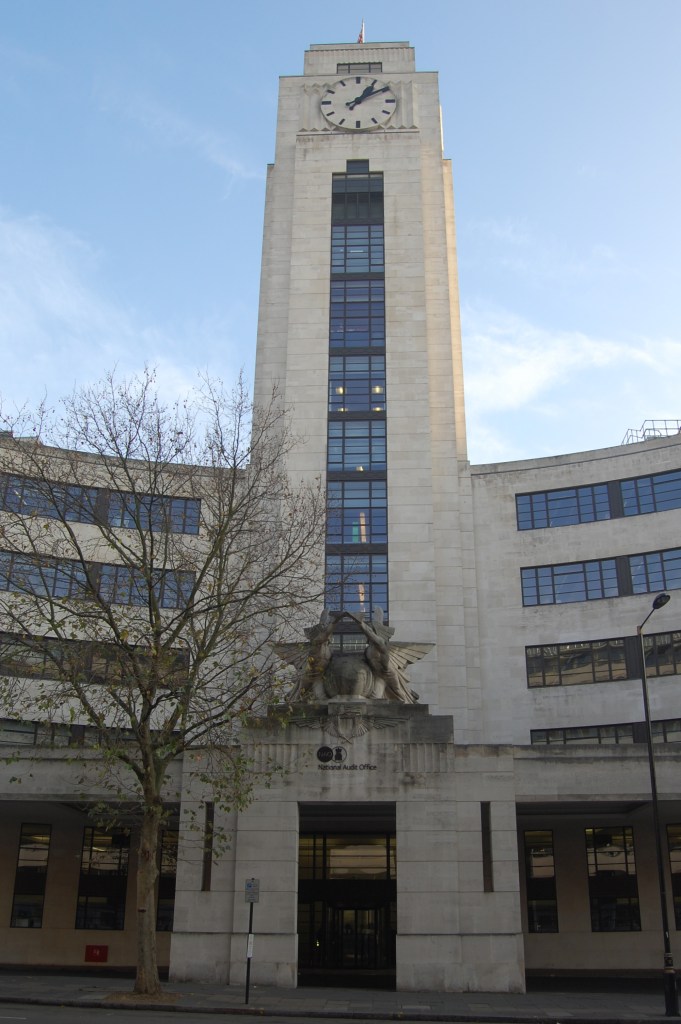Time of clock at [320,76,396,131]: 1:09
